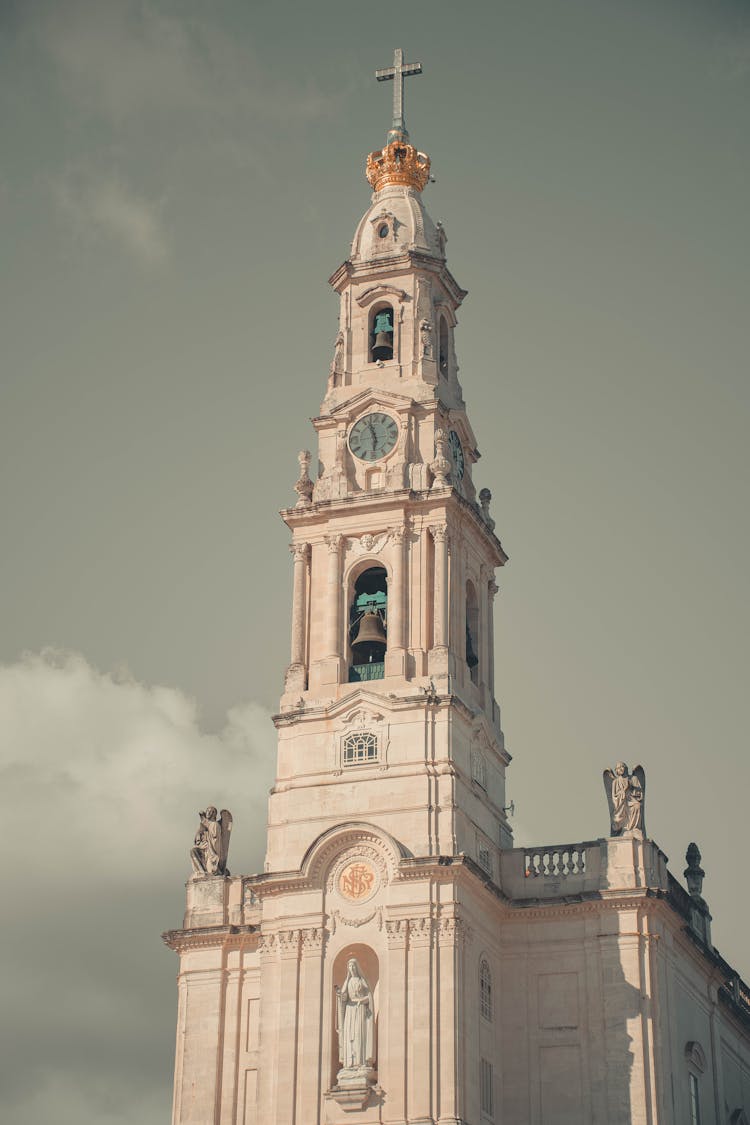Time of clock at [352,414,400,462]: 5:57
